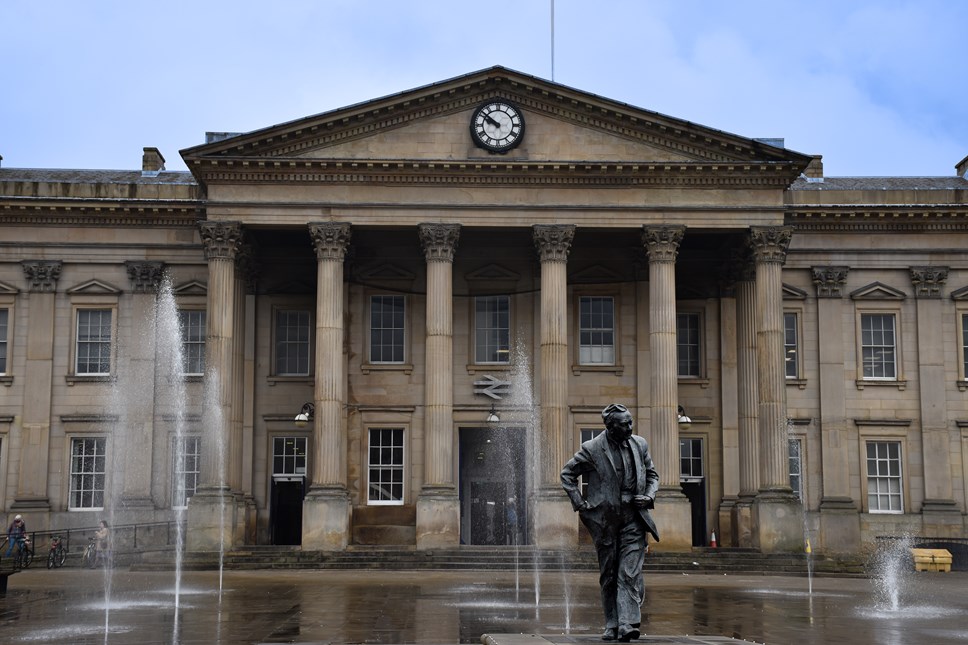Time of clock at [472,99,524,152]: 9:51
